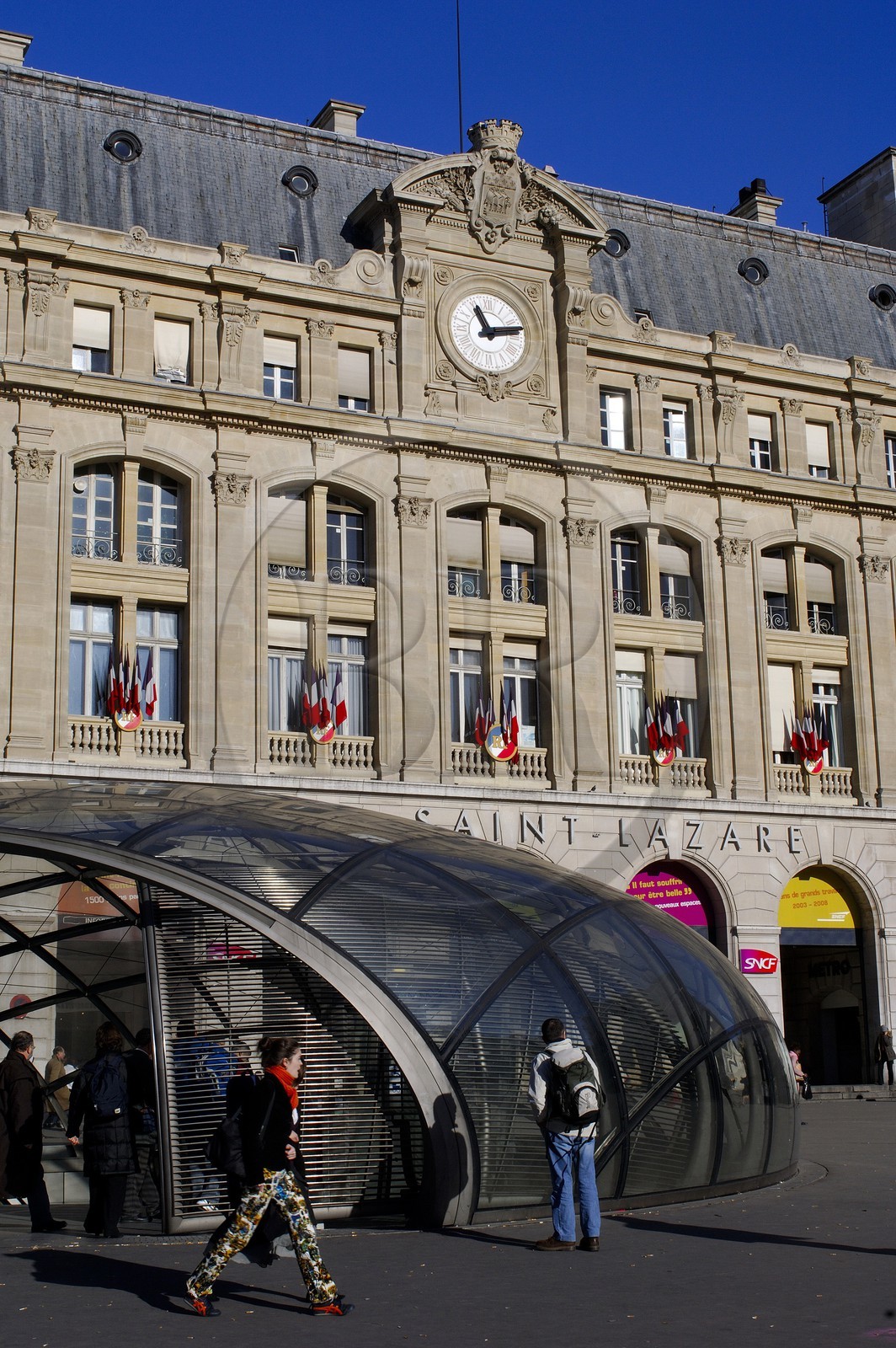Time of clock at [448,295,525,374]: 11:13
